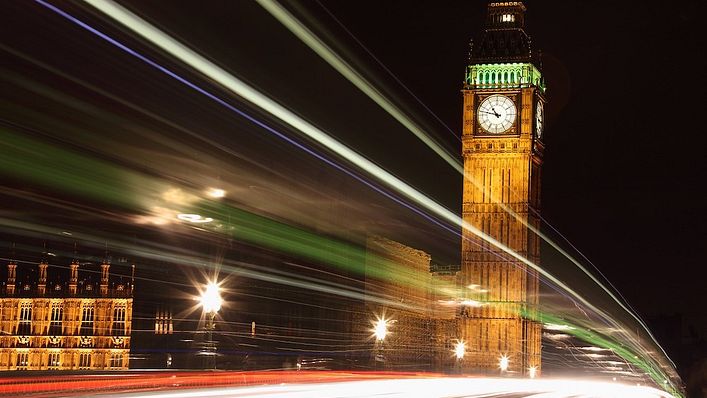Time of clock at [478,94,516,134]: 10:47
